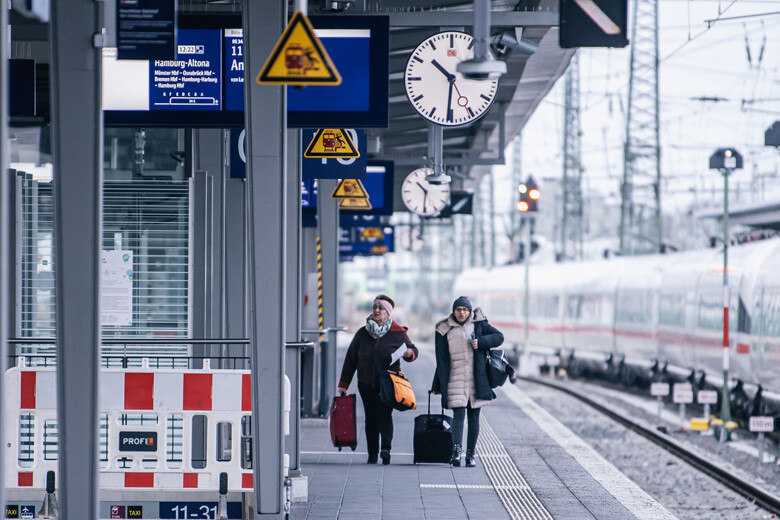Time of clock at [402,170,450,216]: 10:30
